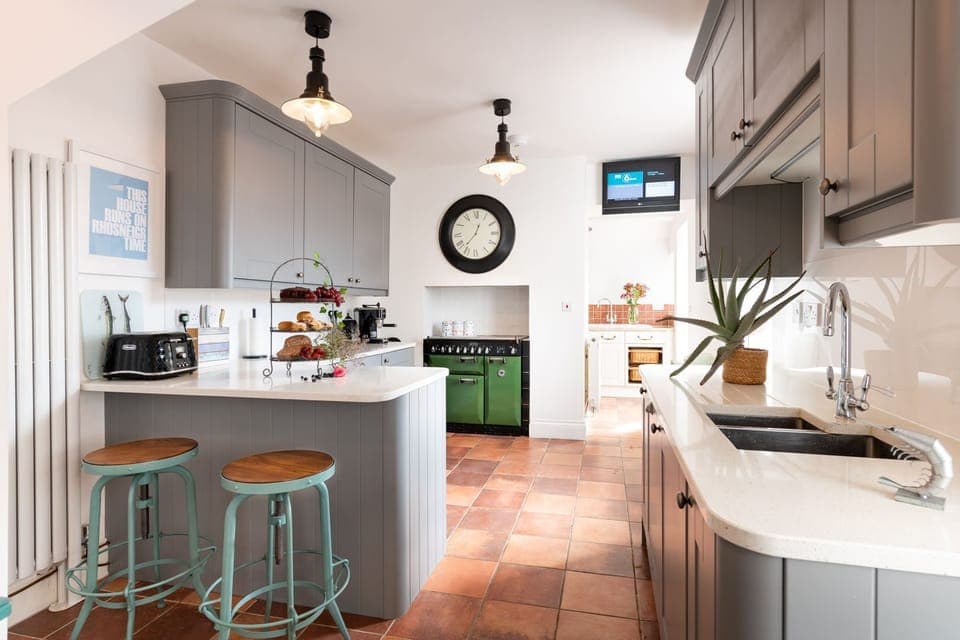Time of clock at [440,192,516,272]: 12:36
